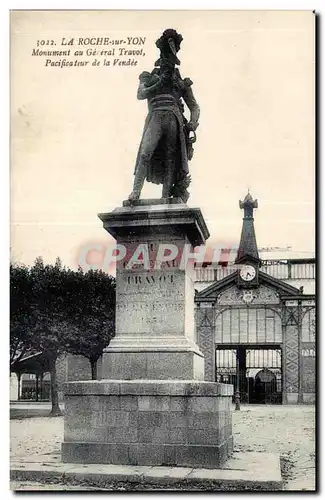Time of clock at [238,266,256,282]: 4:32
